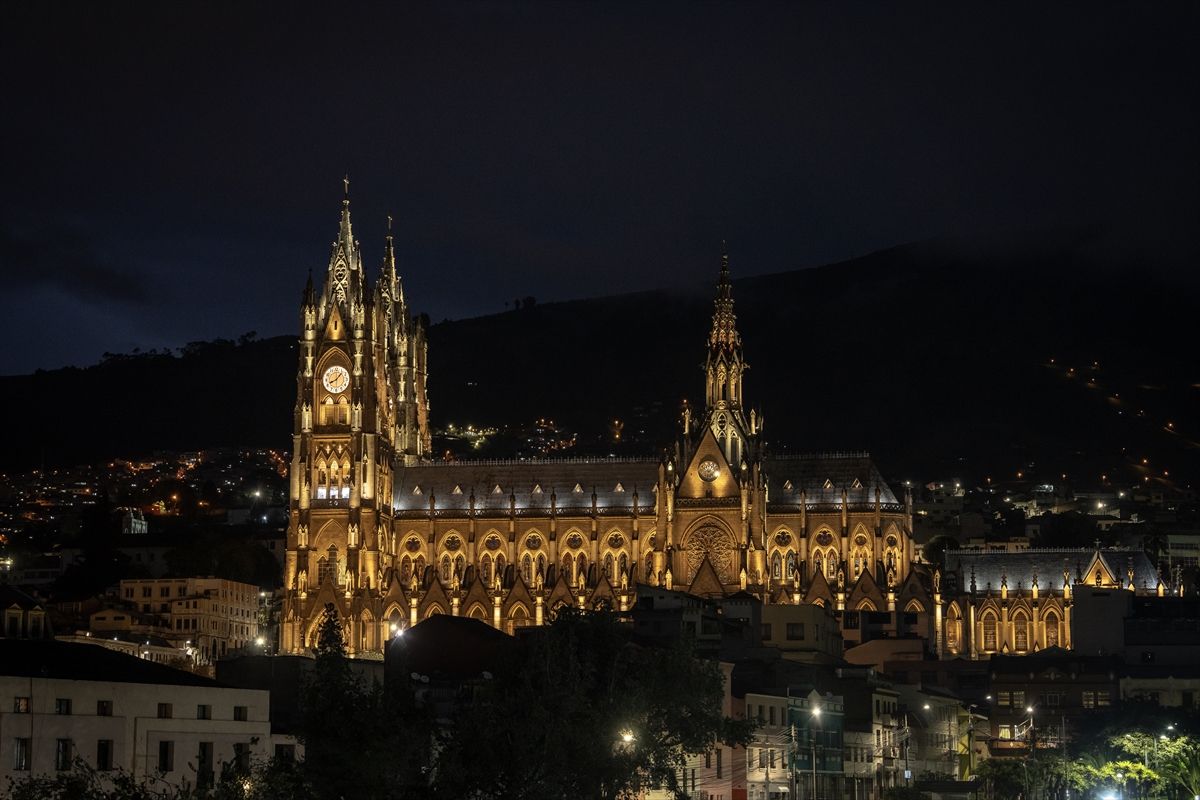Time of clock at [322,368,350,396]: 8:07
